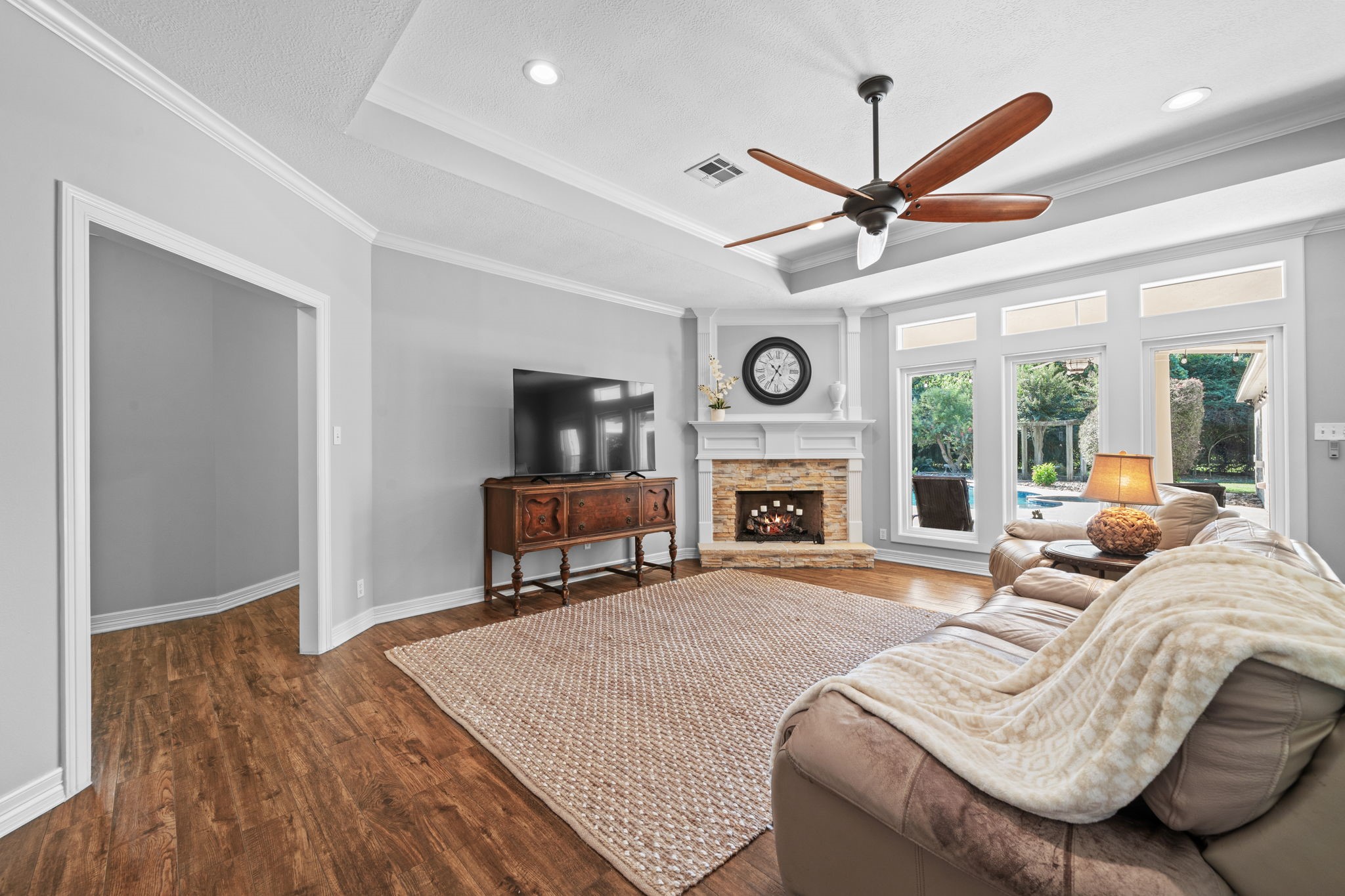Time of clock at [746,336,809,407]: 10:34
